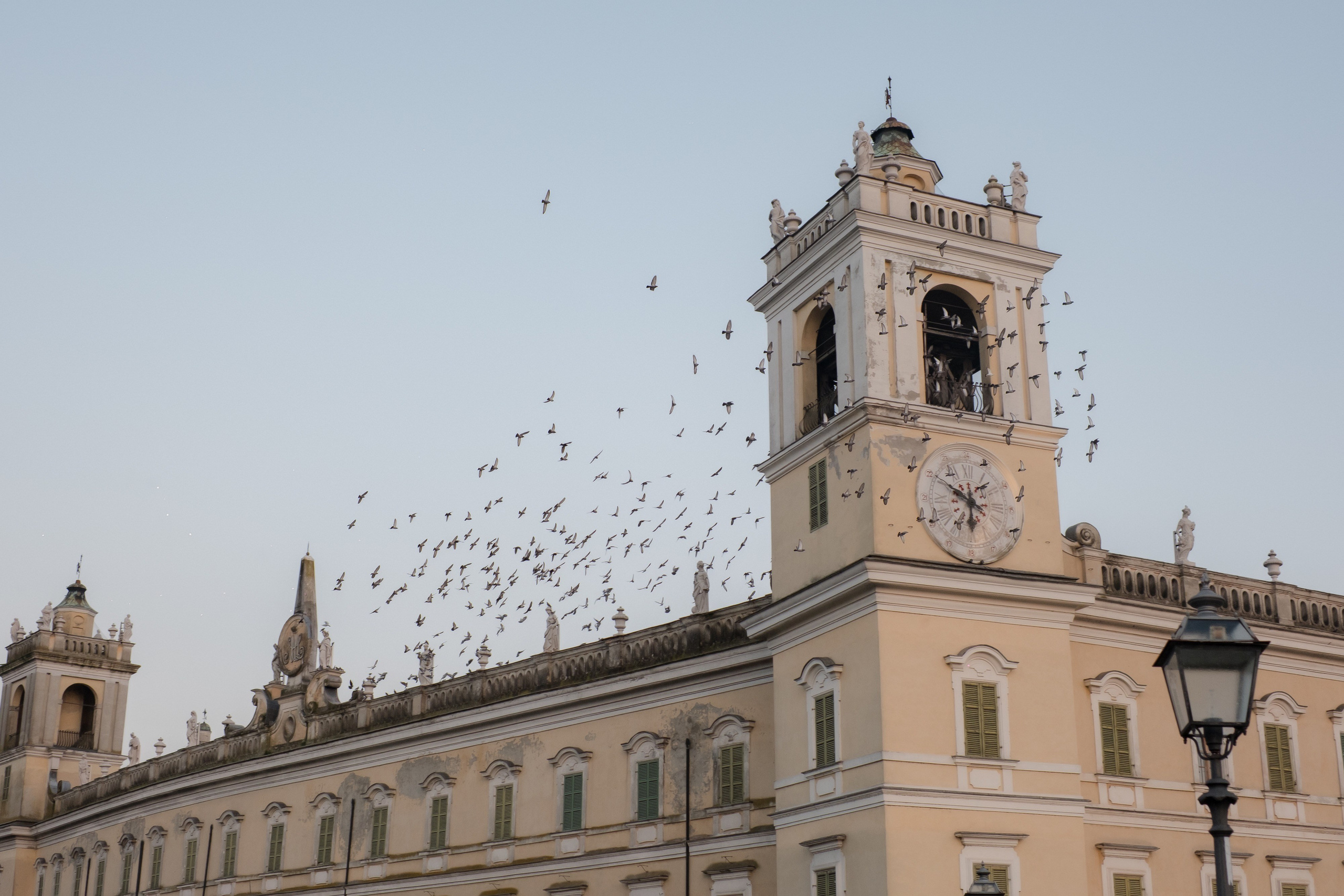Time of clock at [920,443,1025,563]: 5:50
